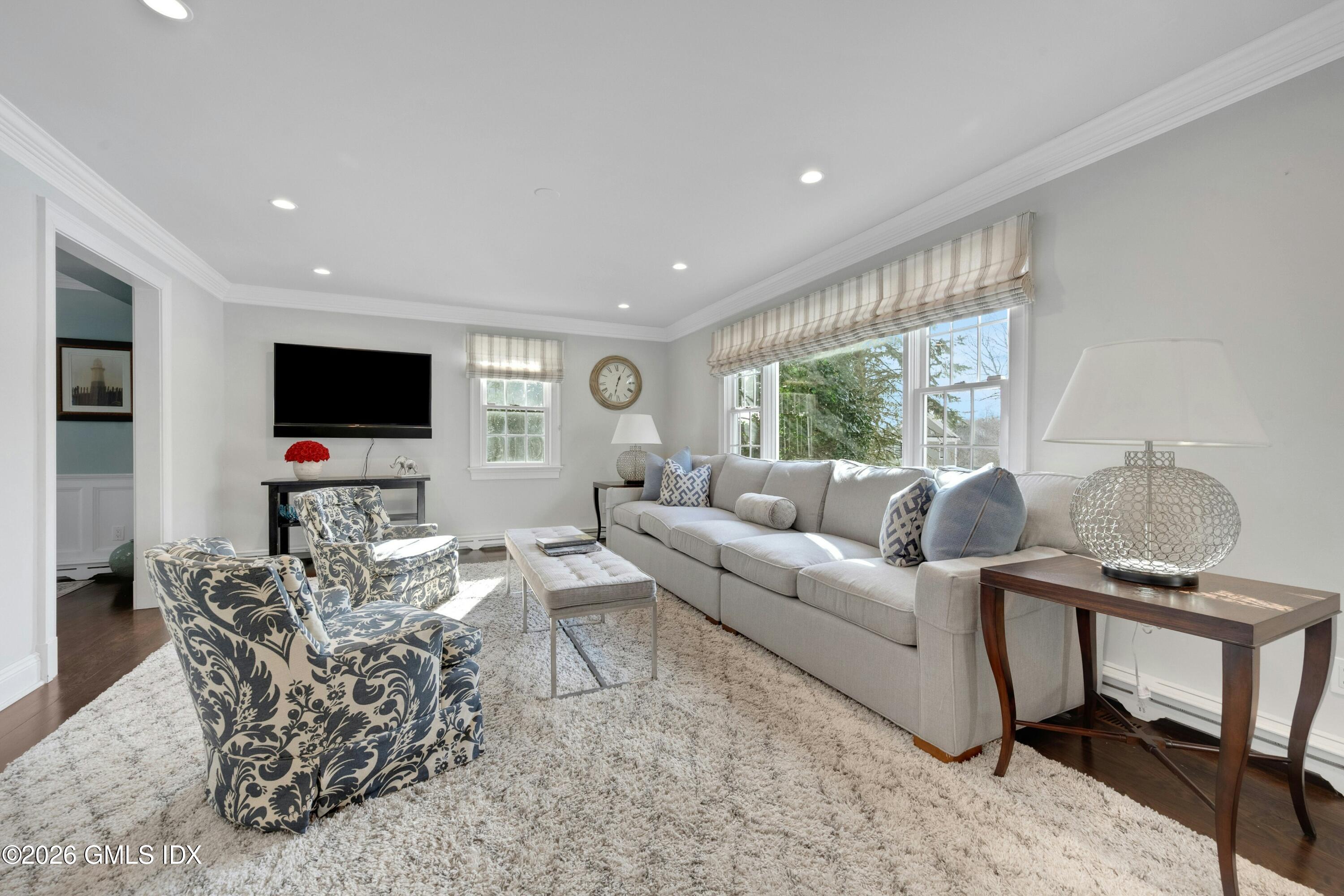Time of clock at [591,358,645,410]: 12:32
